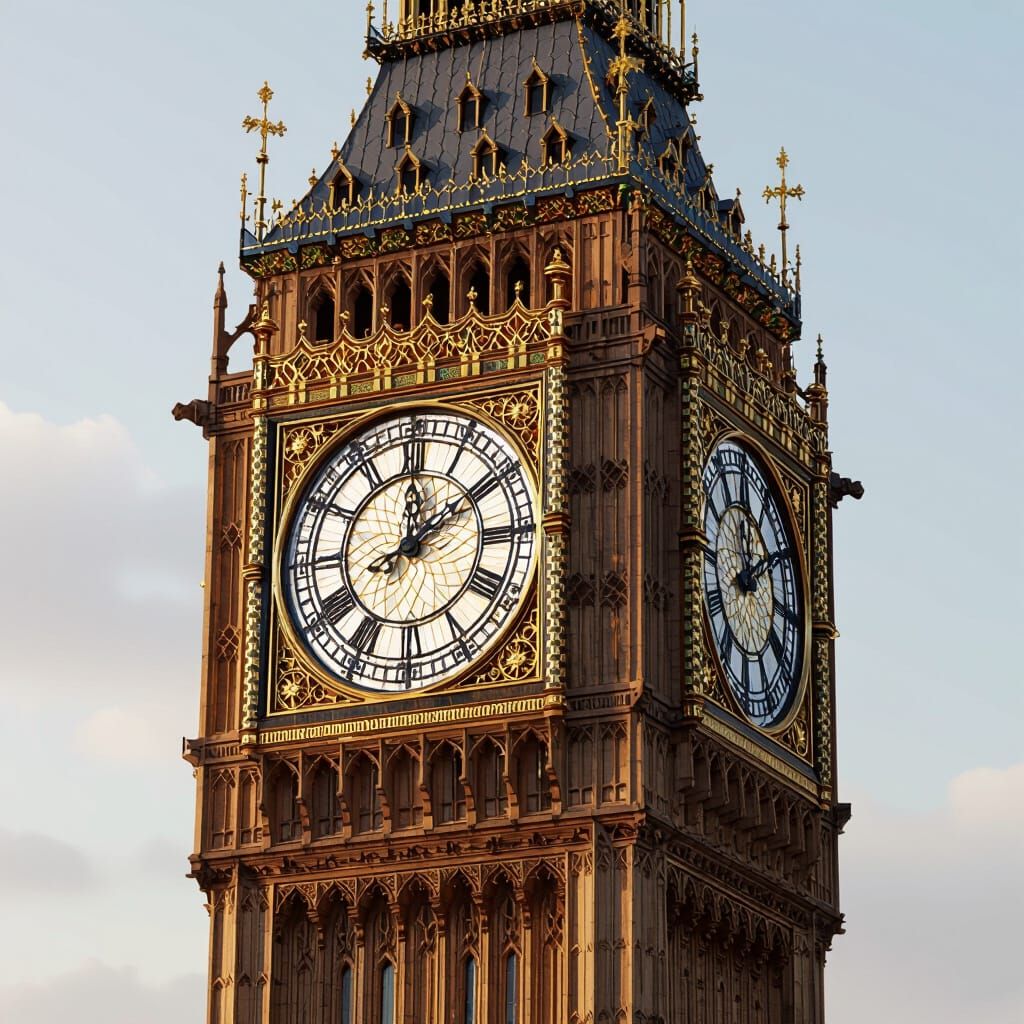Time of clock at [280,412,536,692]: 12:09
